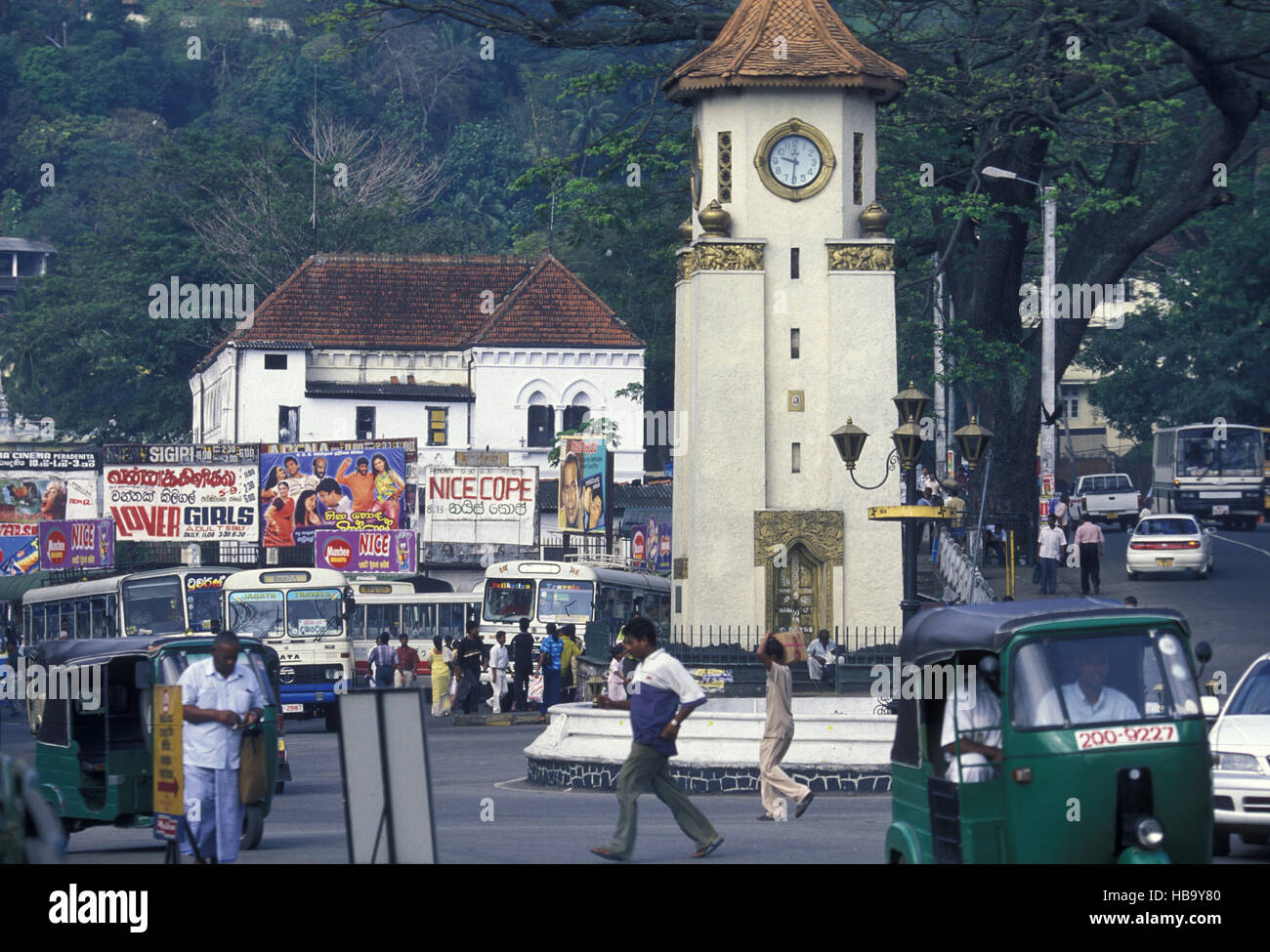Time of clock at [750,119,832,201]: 9:30
